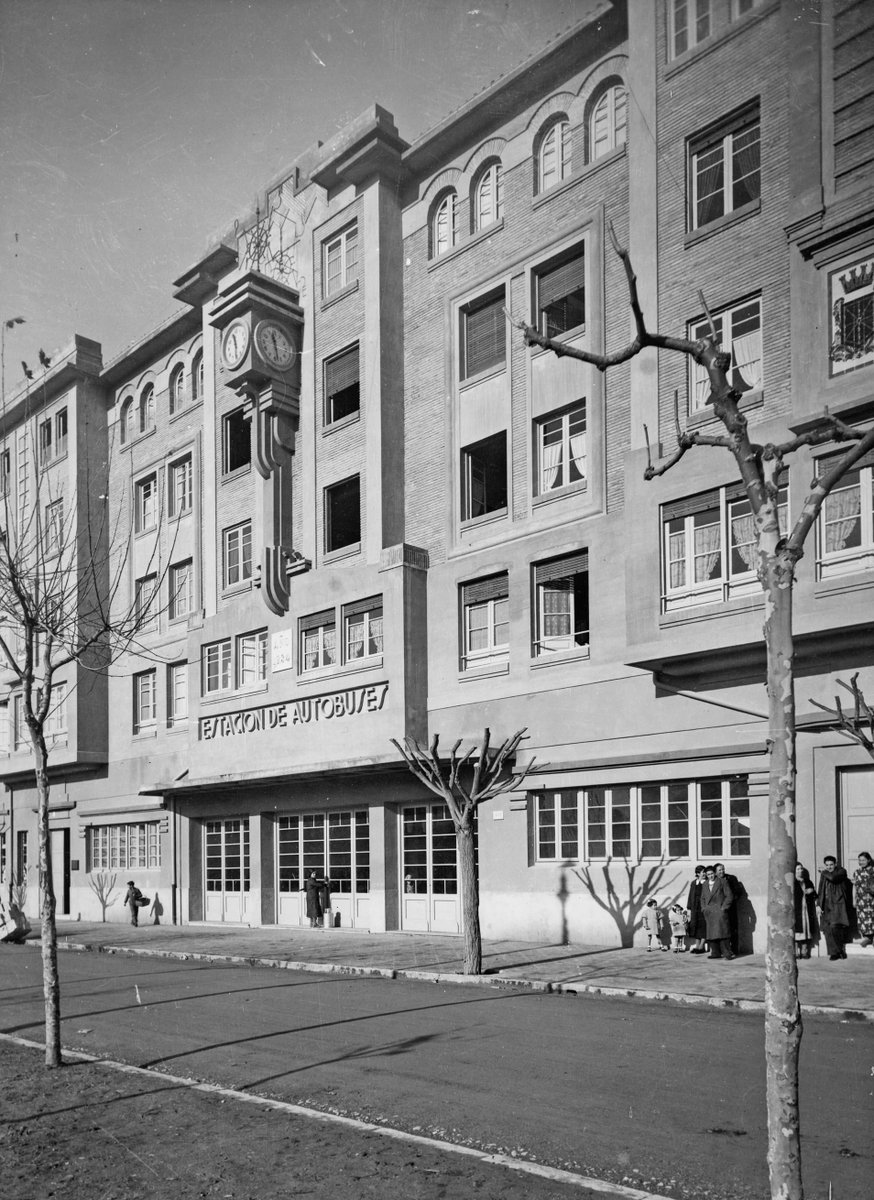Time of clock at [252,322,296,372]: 11:28
